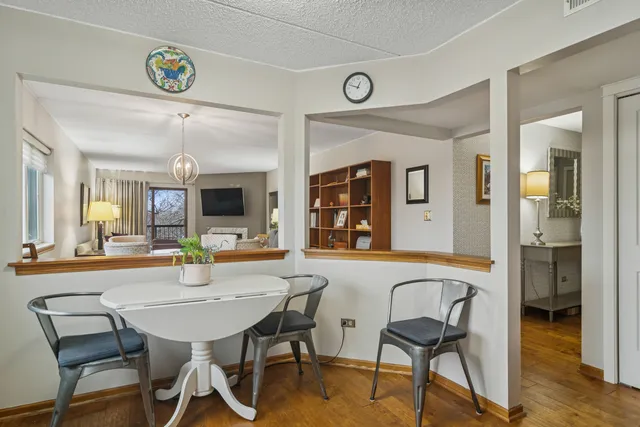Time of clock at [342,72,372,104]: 12:48
